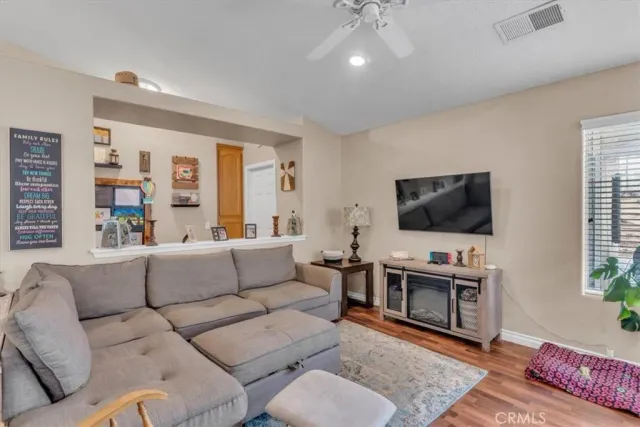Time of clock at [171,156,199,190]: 3:12
